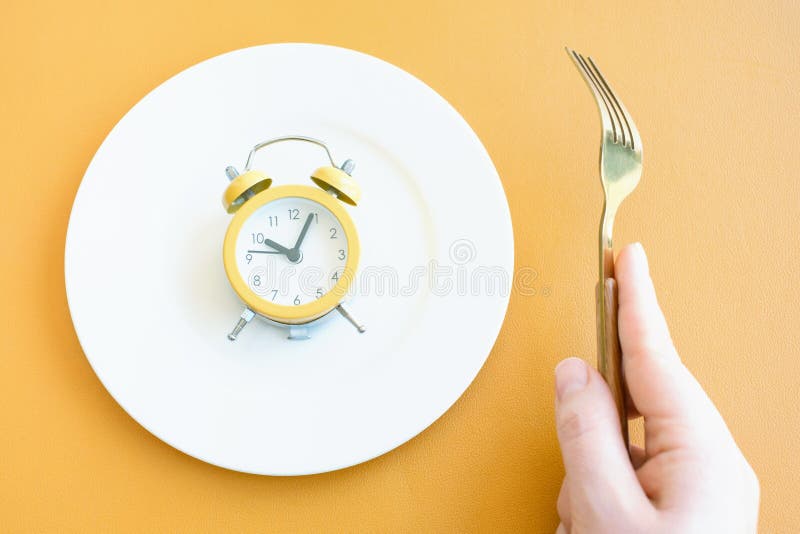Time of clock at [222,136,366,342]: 10:04
